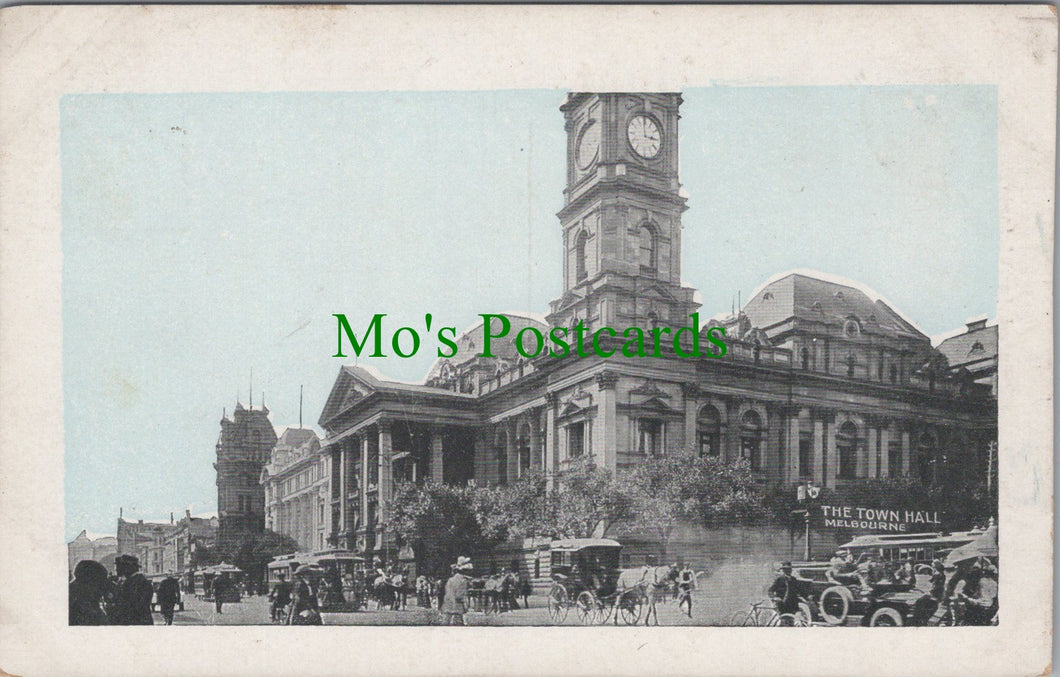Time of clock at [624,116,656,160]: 2:59
